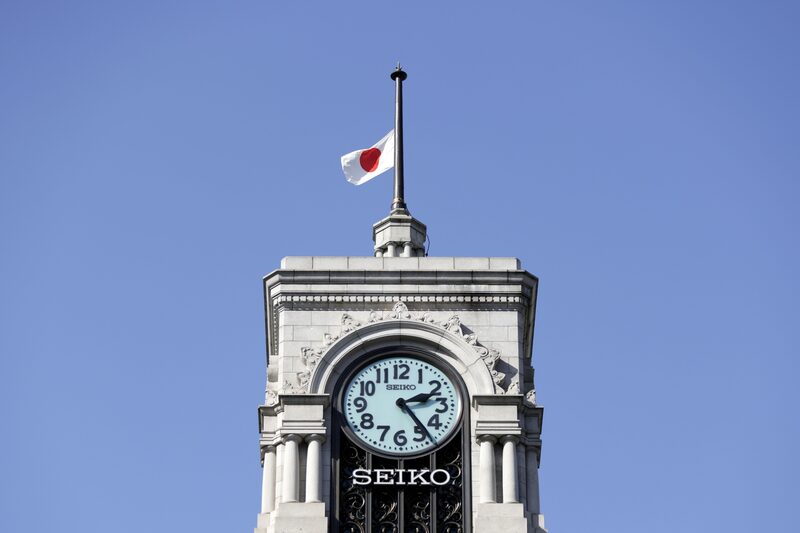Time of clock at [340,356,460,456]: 2:23
